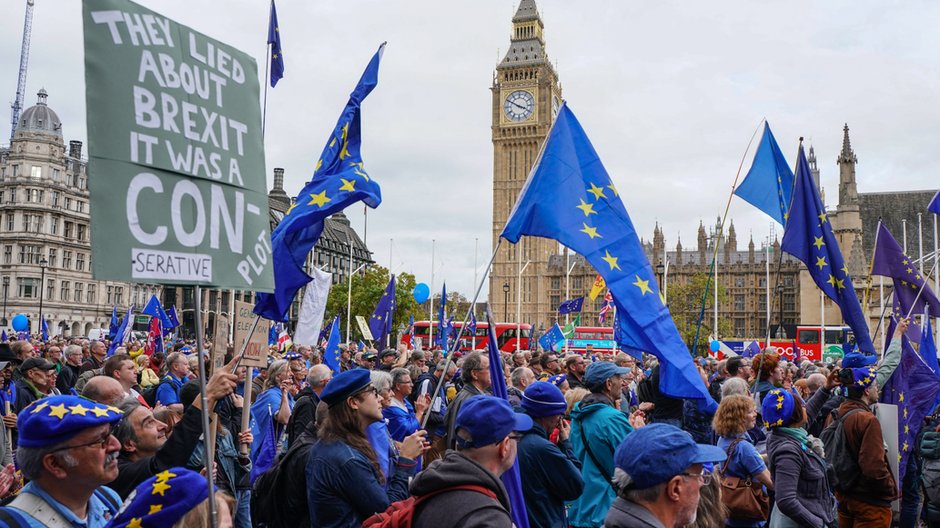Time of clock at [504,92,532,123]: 3:50
